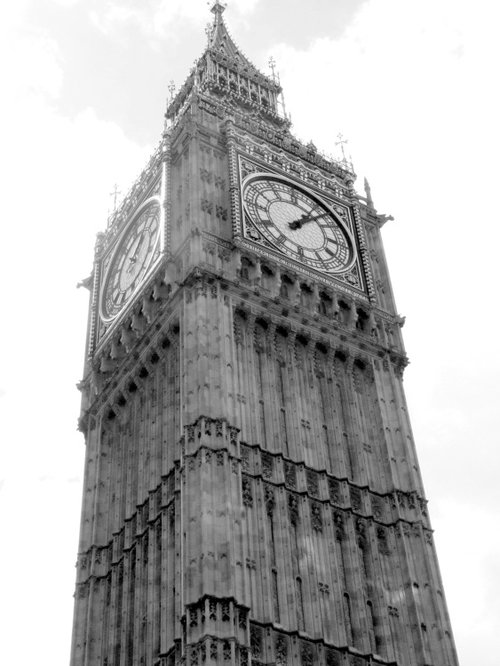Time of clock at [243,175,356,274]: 1:07
